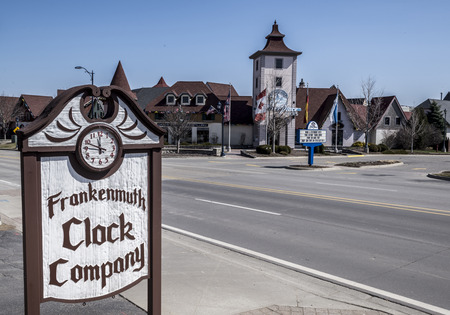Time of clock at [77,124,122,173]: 11:48
